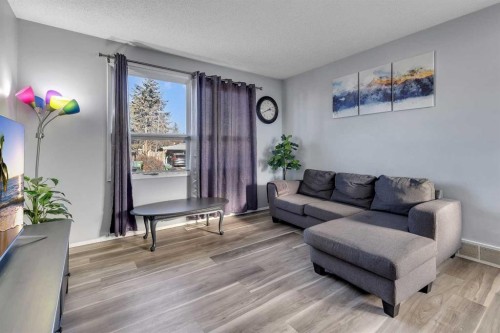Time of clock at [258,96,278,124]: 2:40
